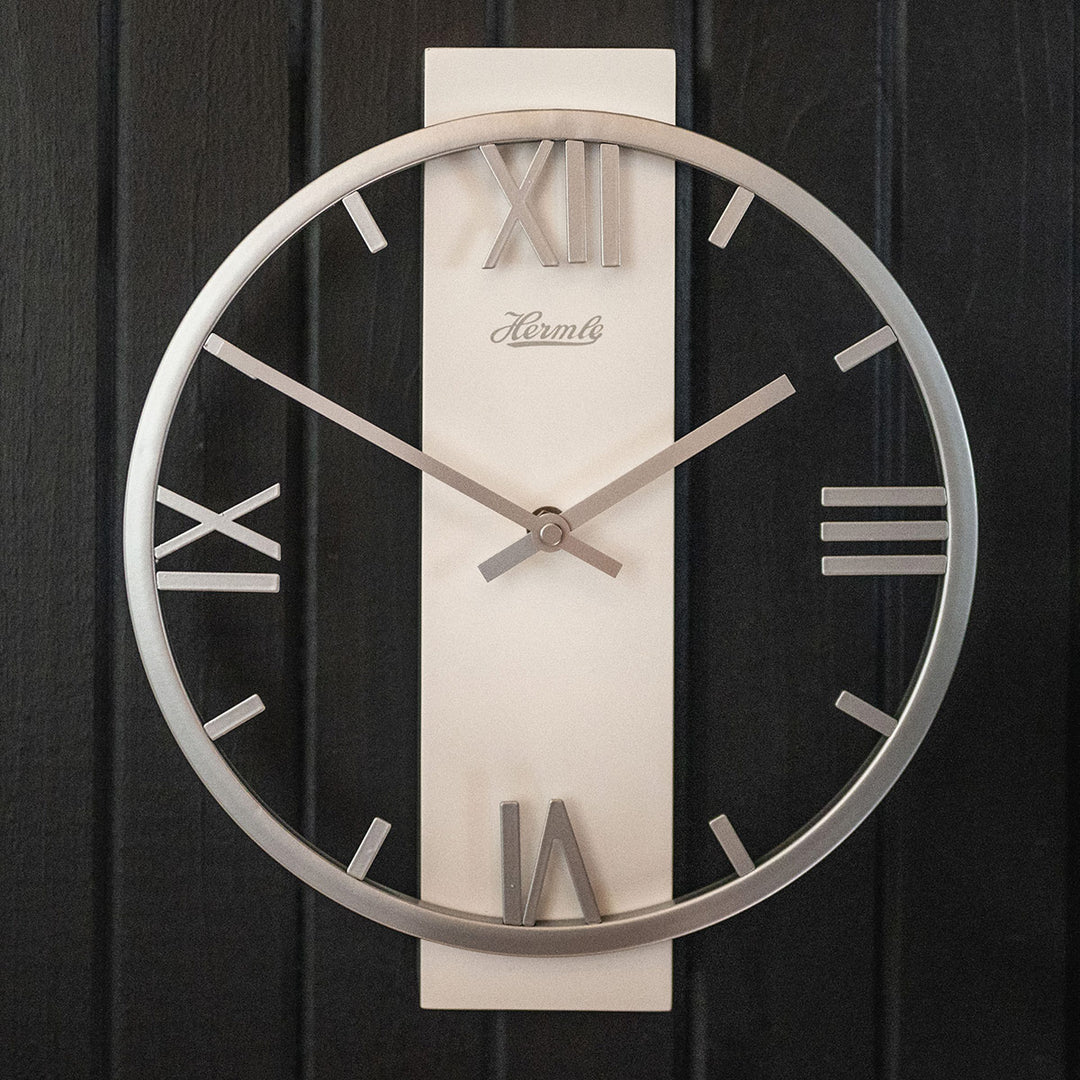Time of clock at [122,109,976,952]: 1:50
